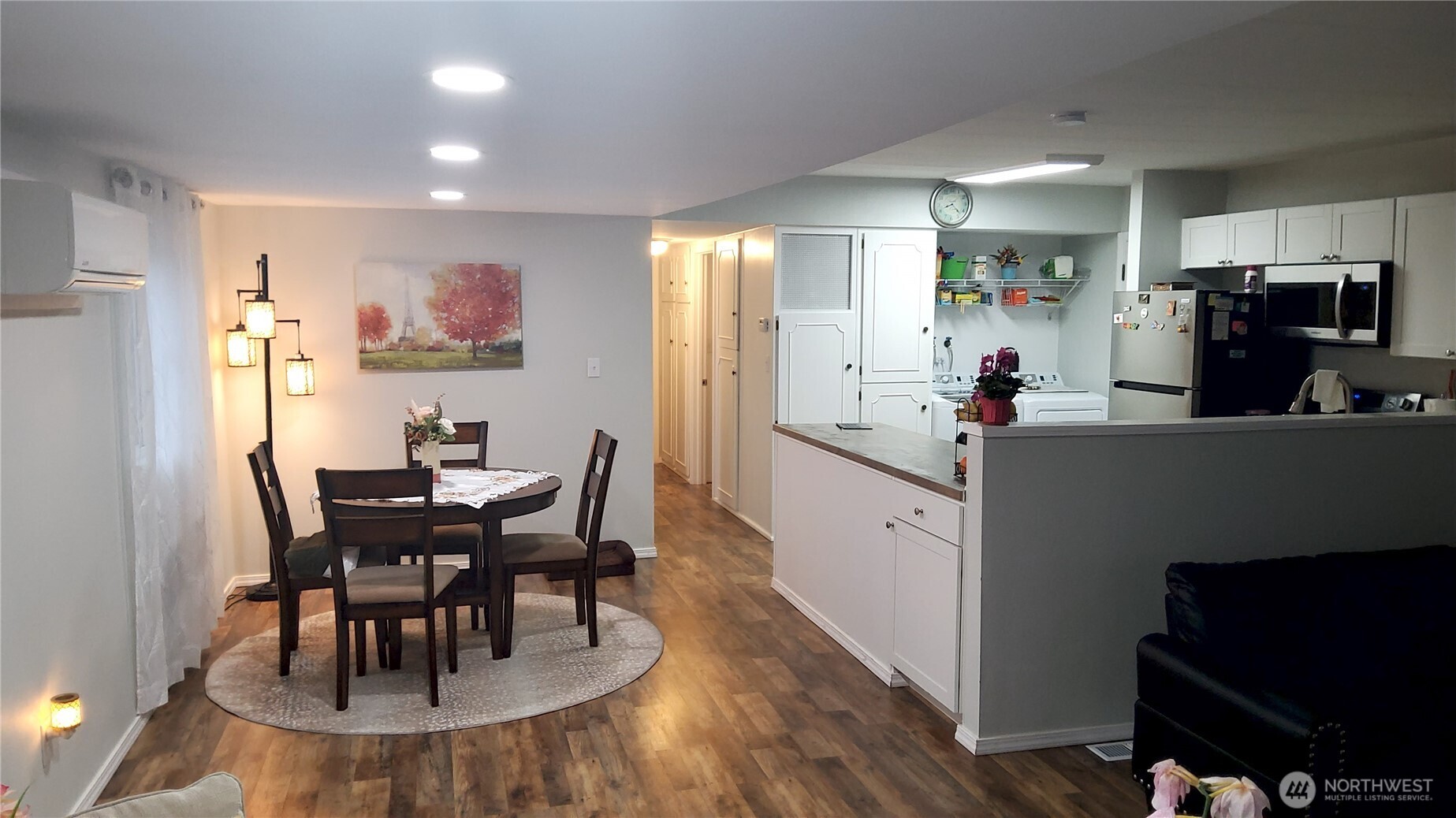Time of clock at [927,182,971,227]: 8:22
